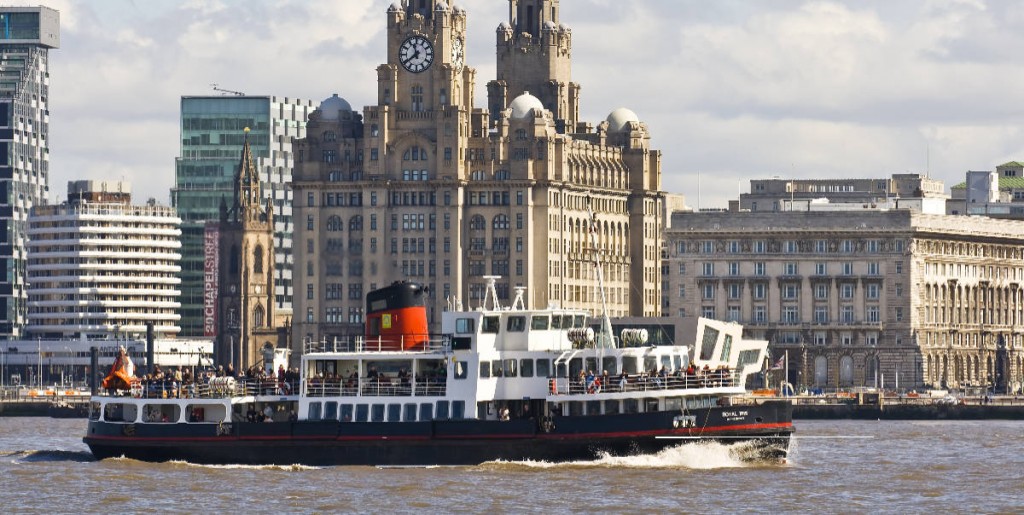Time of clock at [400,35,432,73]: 11:38
